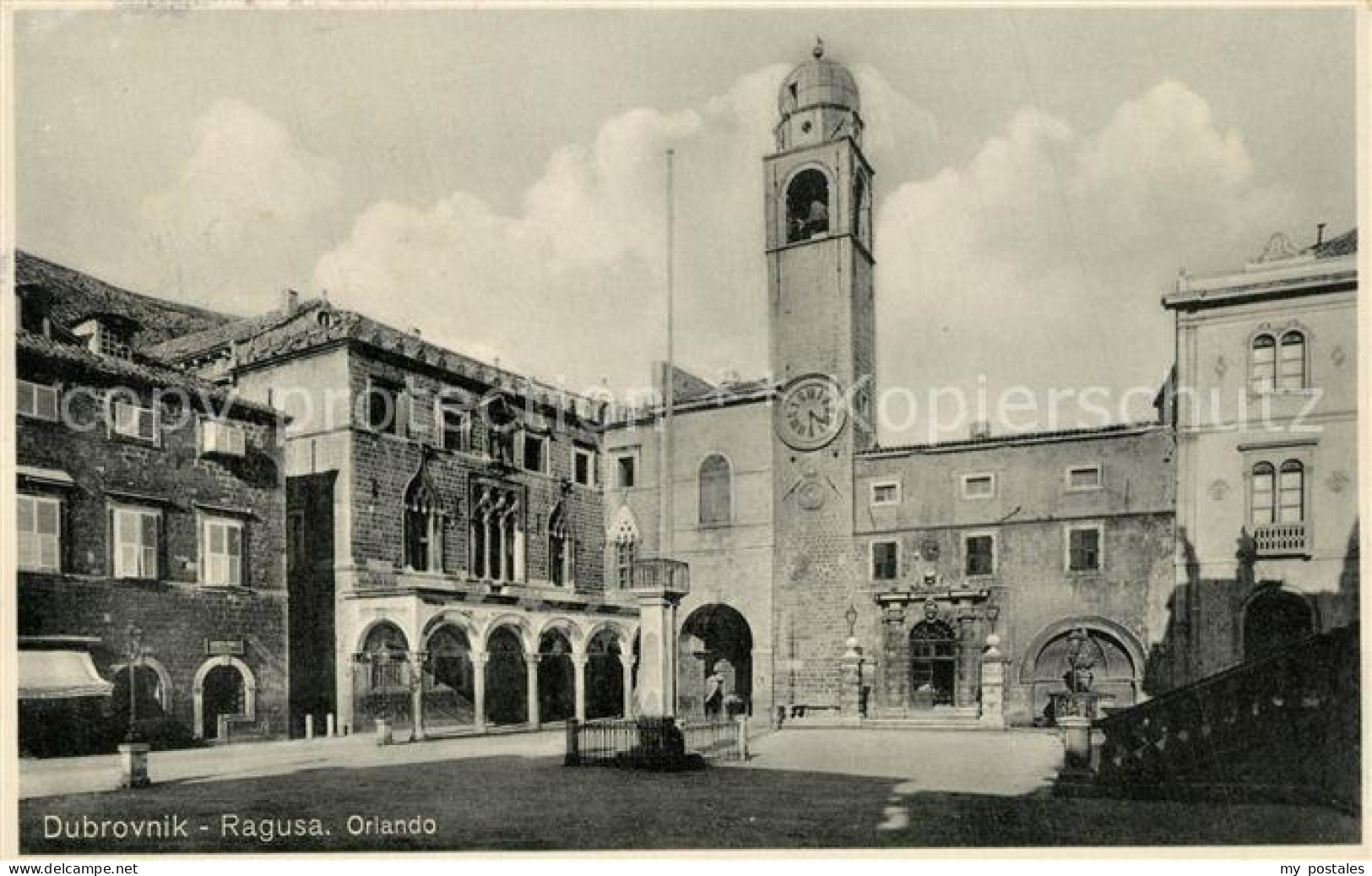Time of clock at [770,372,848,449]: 4:29
